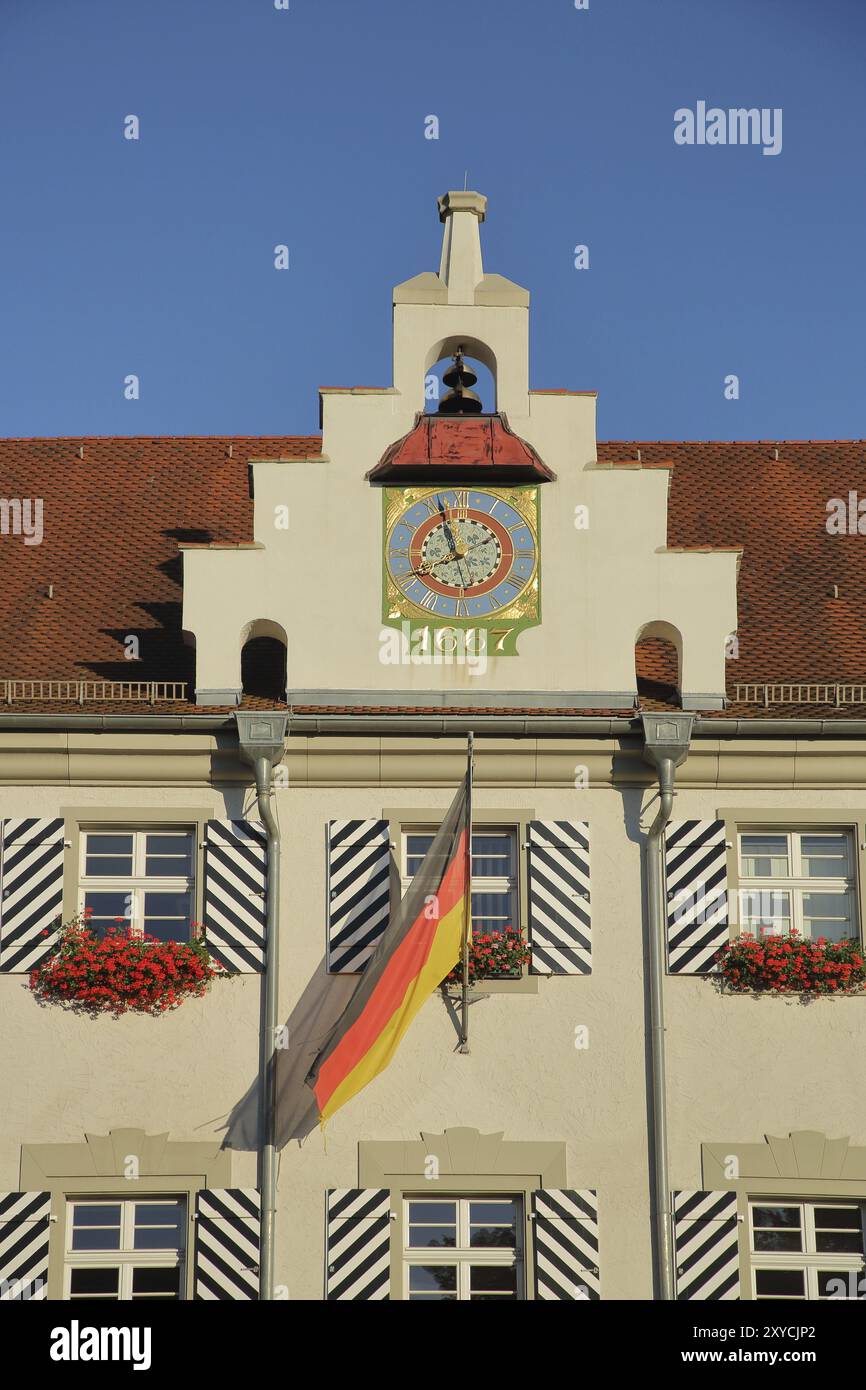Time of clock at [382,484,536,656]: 7:57
